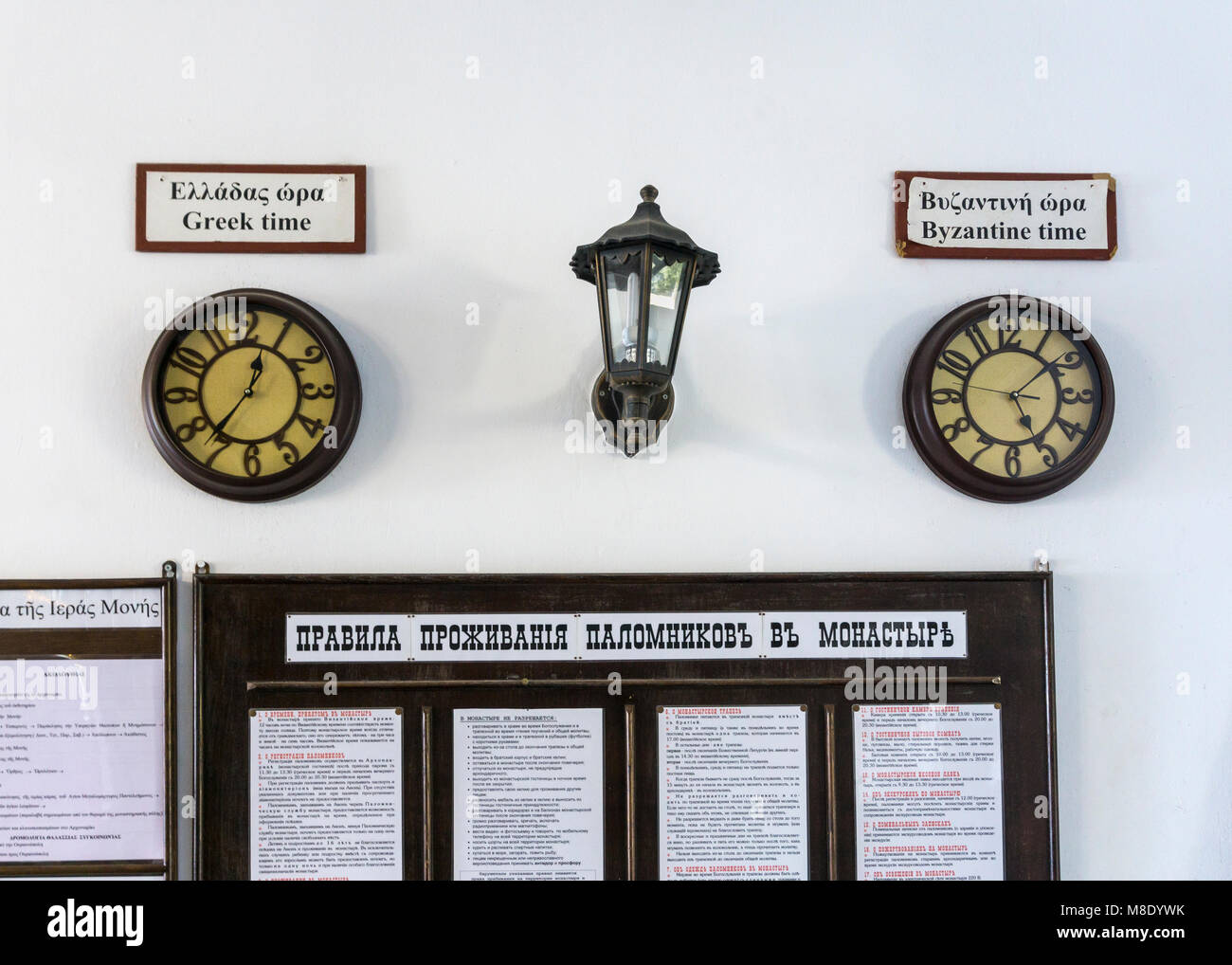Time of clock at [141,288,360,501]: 12:36
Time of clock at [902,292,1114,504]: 5:08
